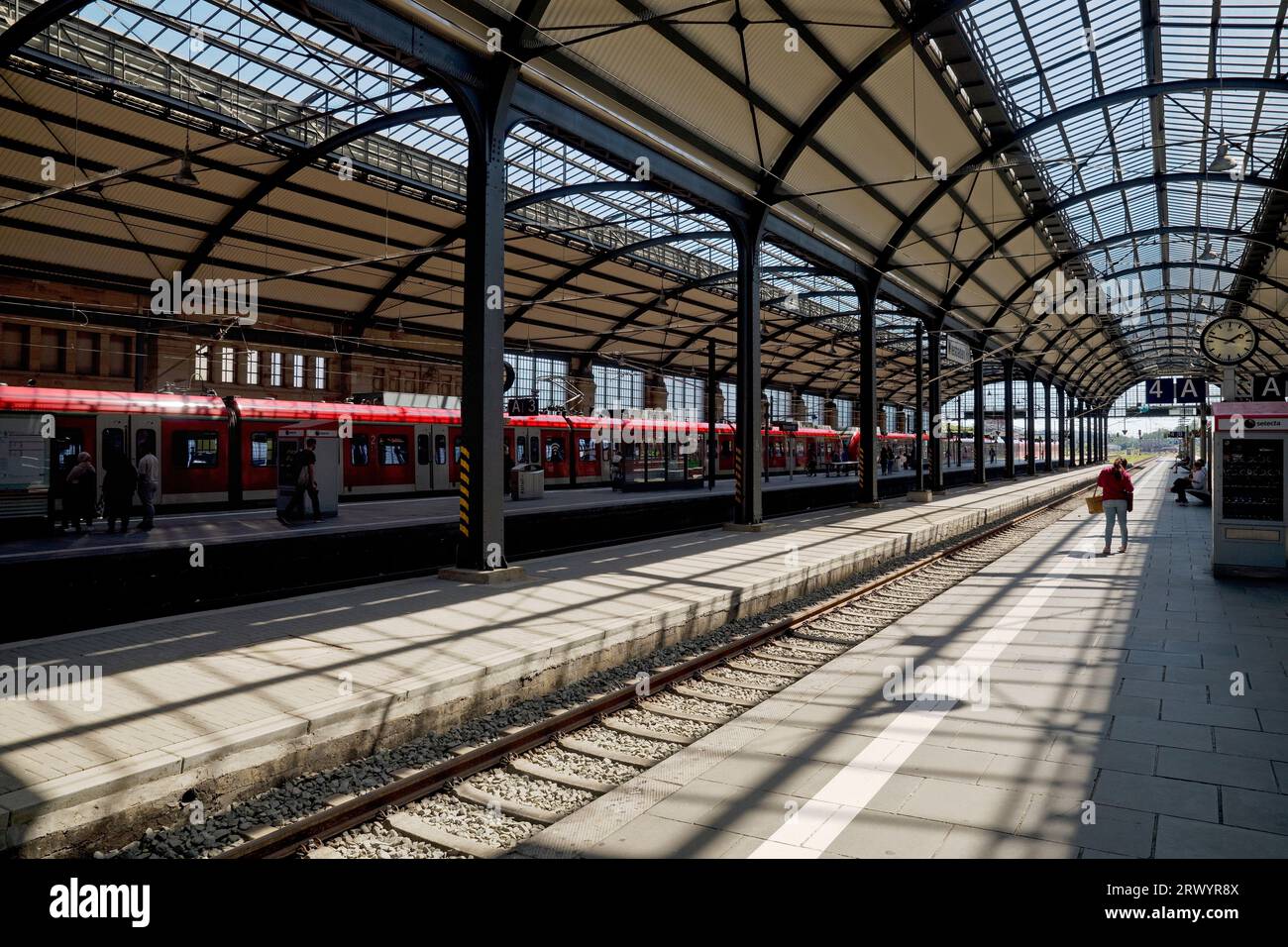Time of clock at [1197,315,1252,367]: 1:47
